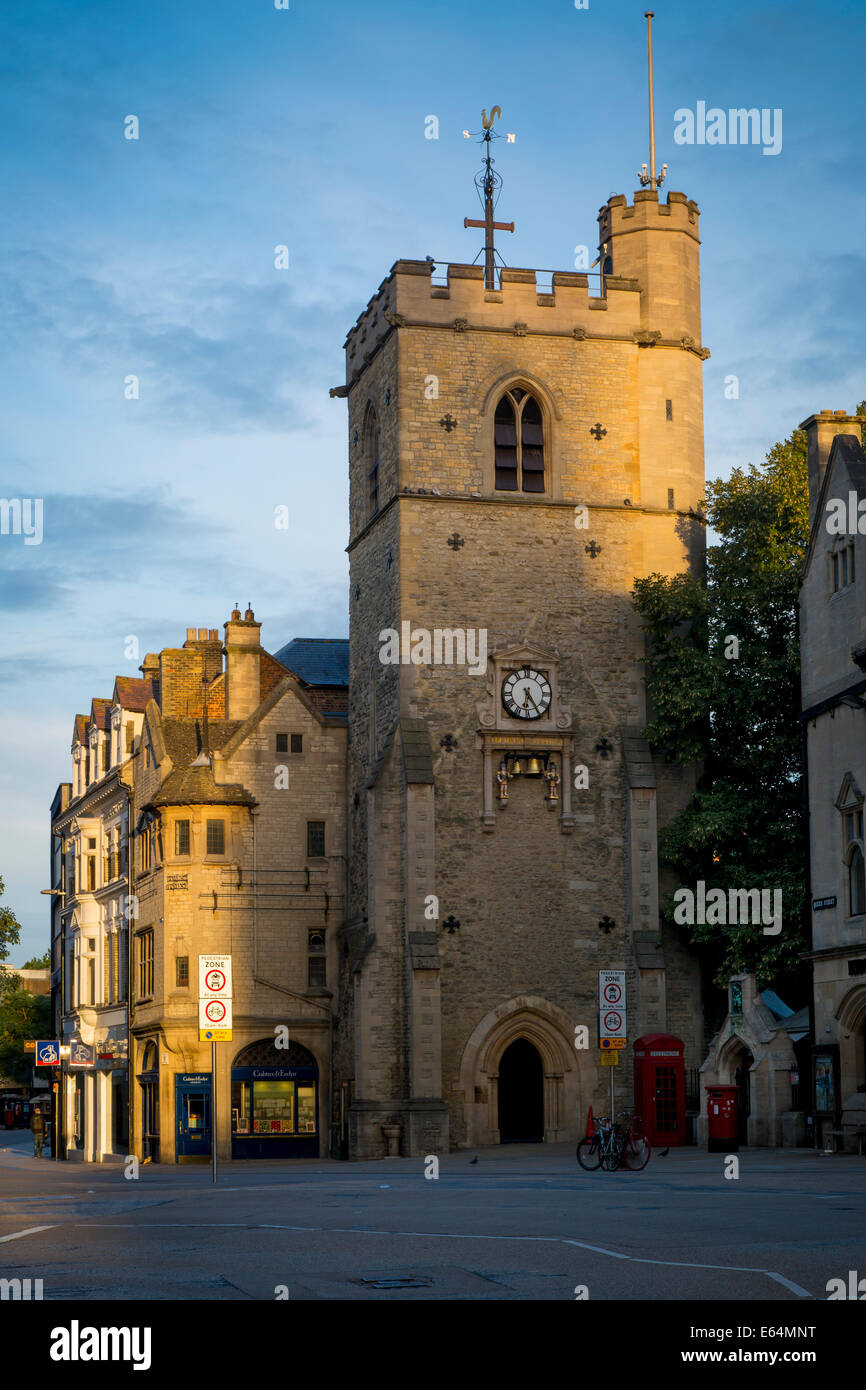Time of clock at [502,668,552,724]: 6:24
